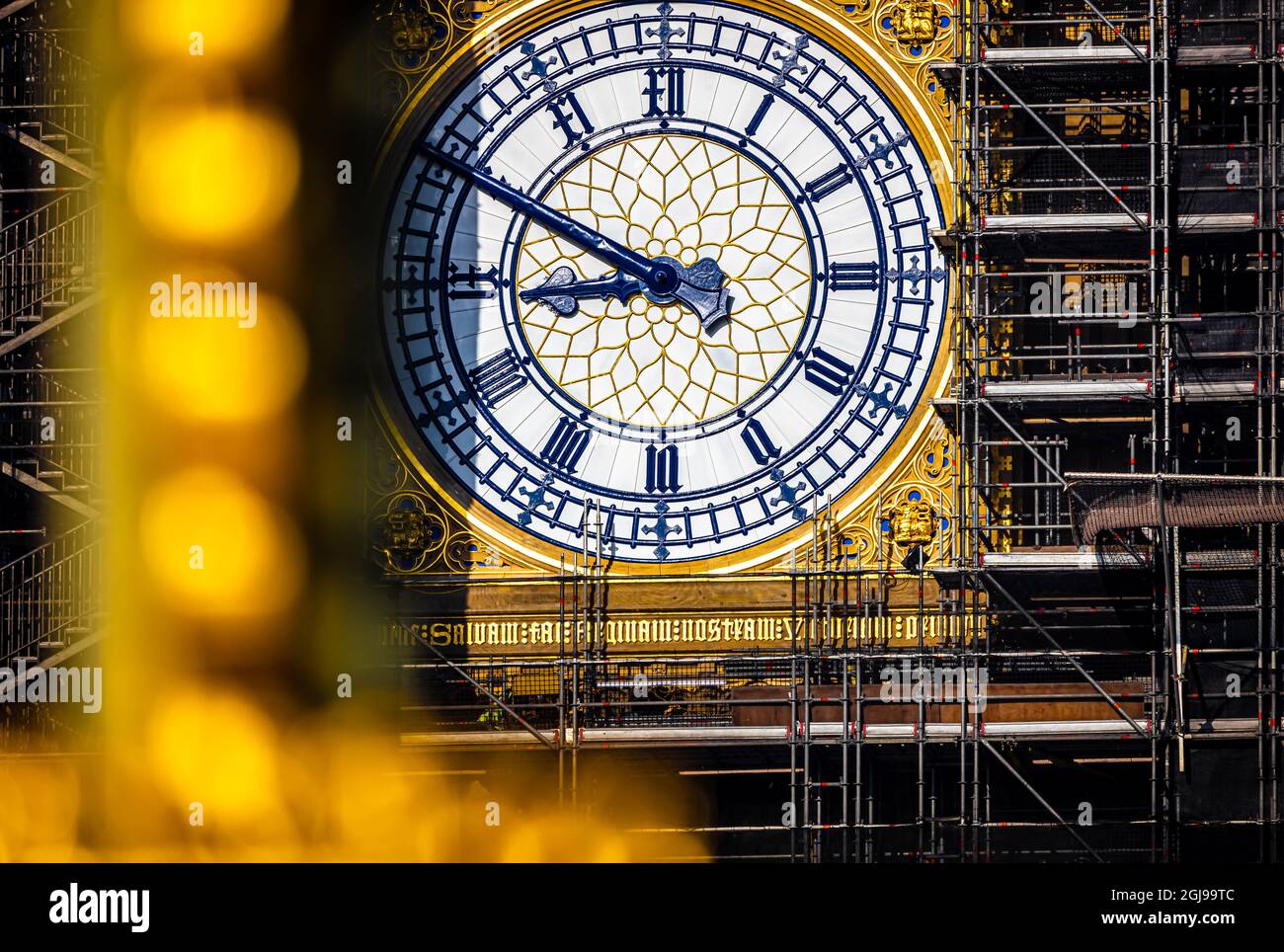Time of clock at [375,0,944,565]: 8:49
